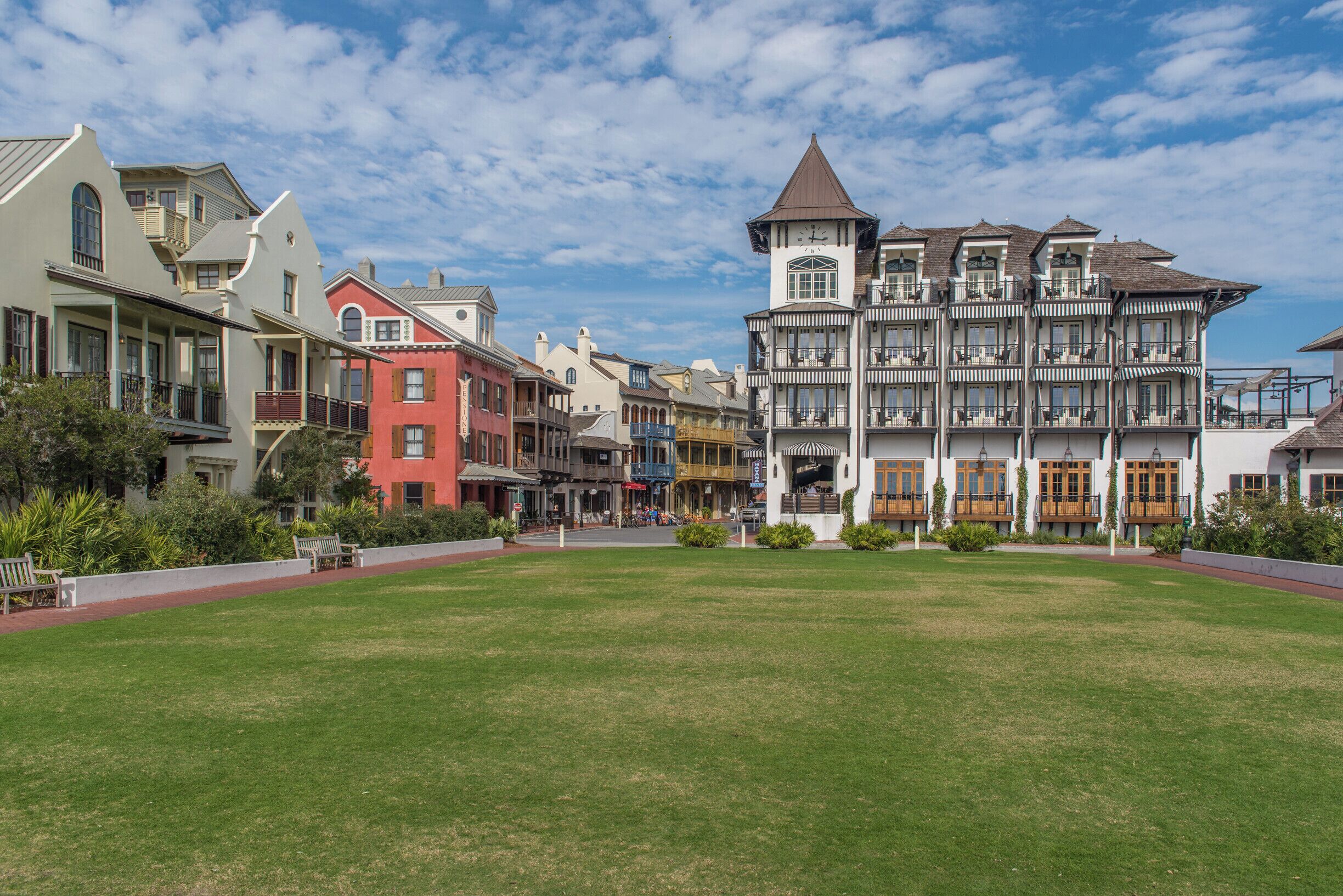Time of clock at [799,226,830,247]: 12:16
